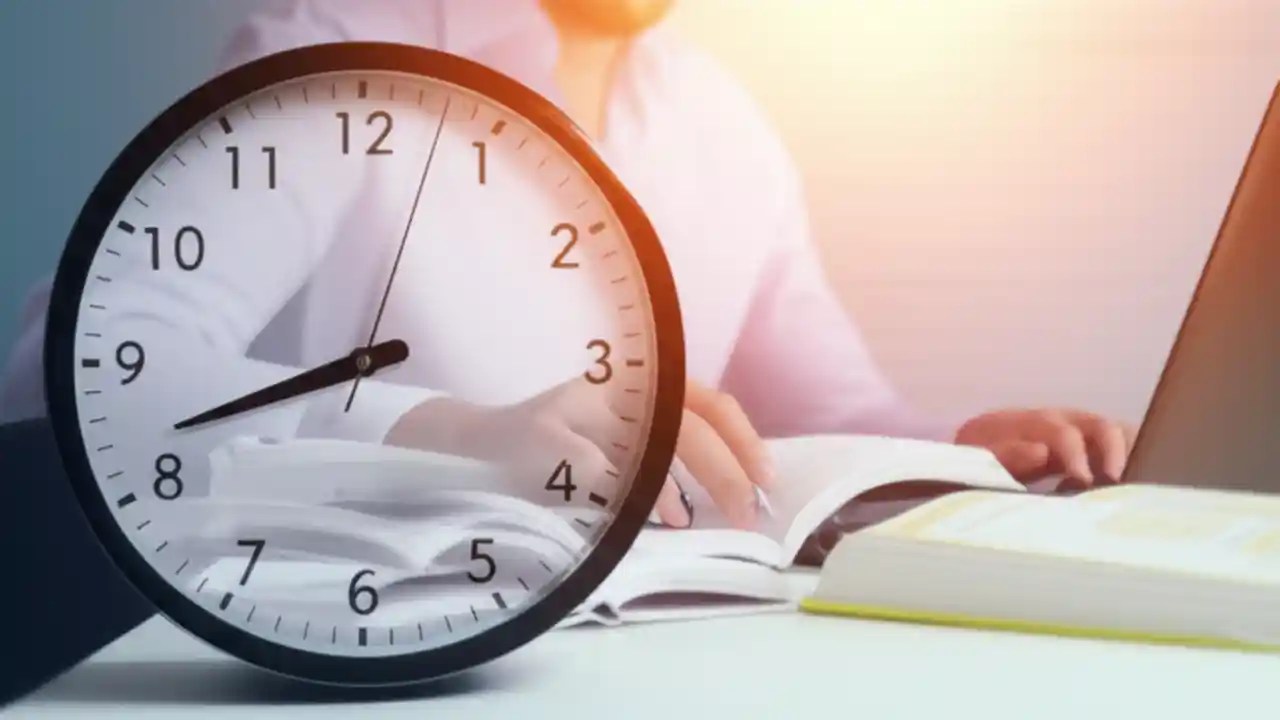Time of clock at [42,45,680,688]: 8:41
